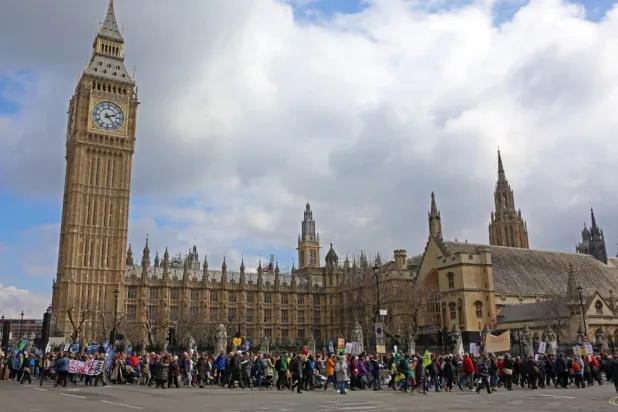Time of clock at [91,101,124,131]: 2:23
